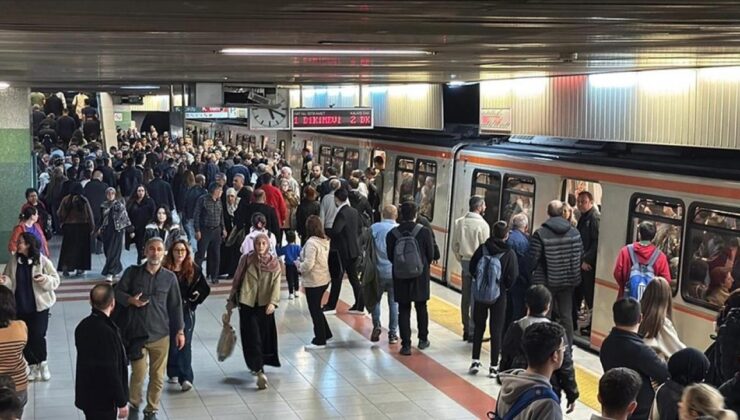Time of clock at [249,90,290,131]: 5:18
